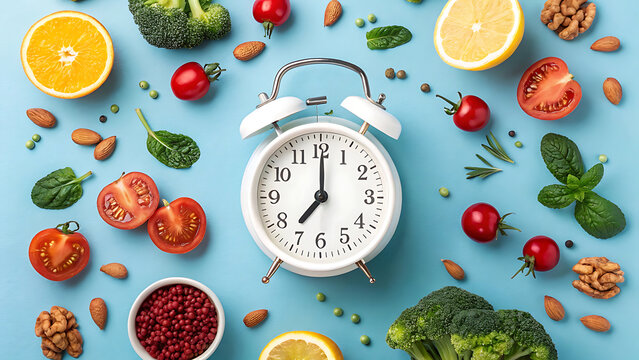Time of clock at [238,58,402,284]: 7:00
